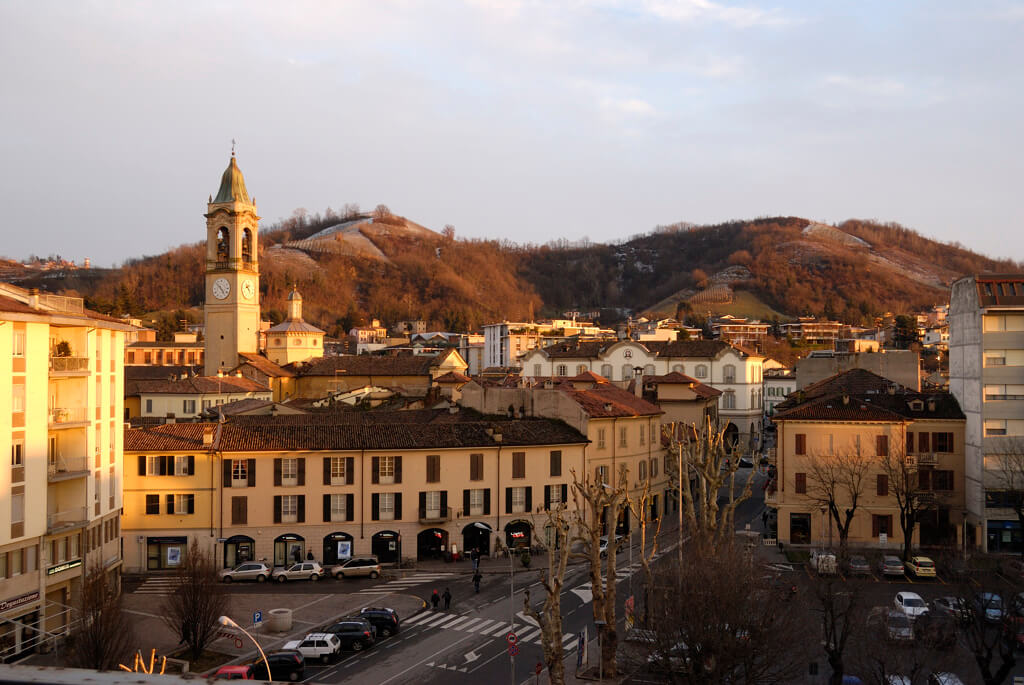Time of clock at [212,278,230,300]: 4:52
